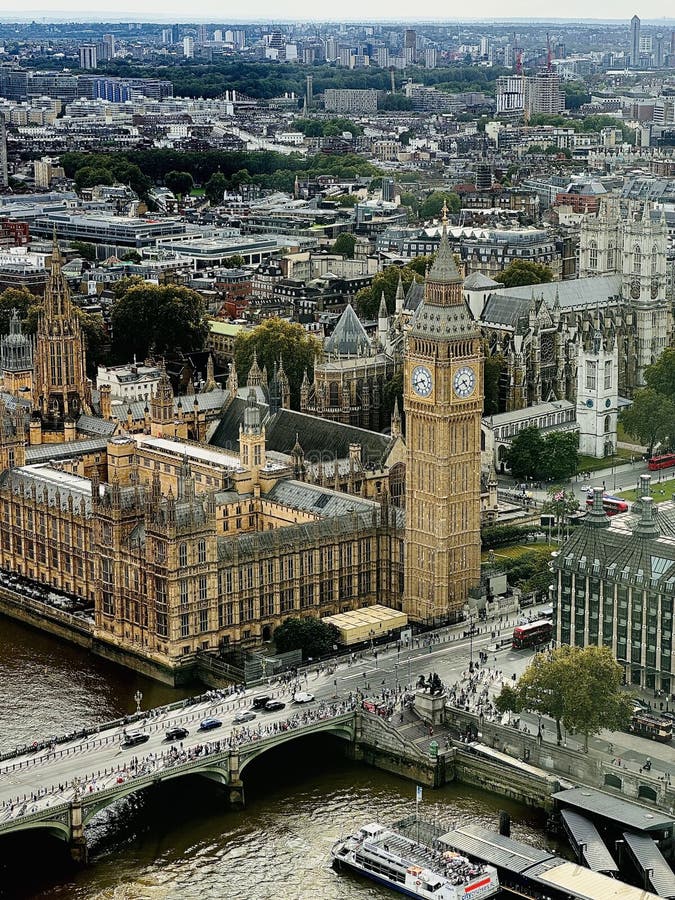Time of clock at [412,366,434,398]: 4:41
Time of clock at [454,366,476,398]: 4:40
